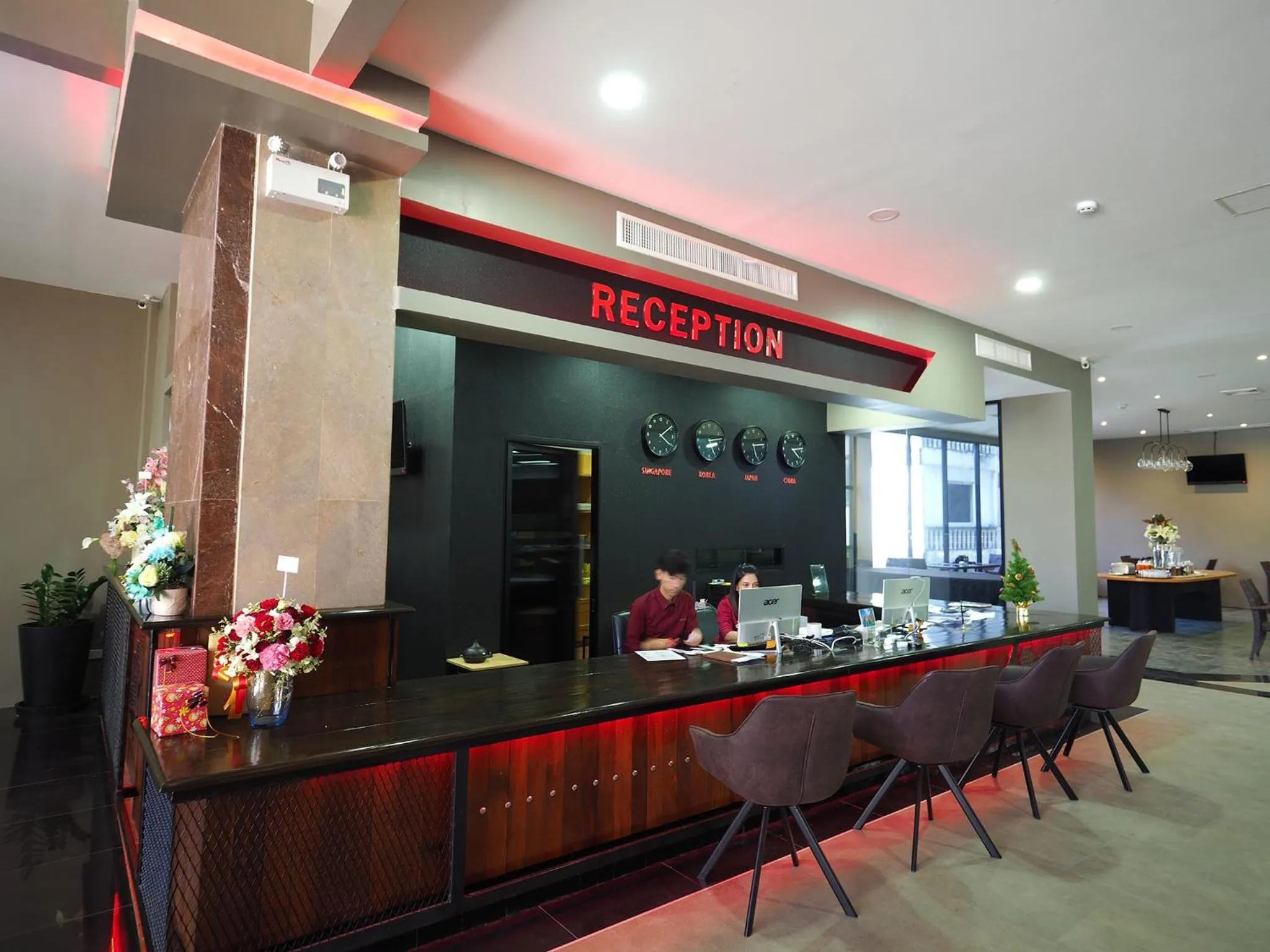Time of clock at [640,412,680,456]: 4:08
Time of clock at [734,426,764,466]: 5:14
